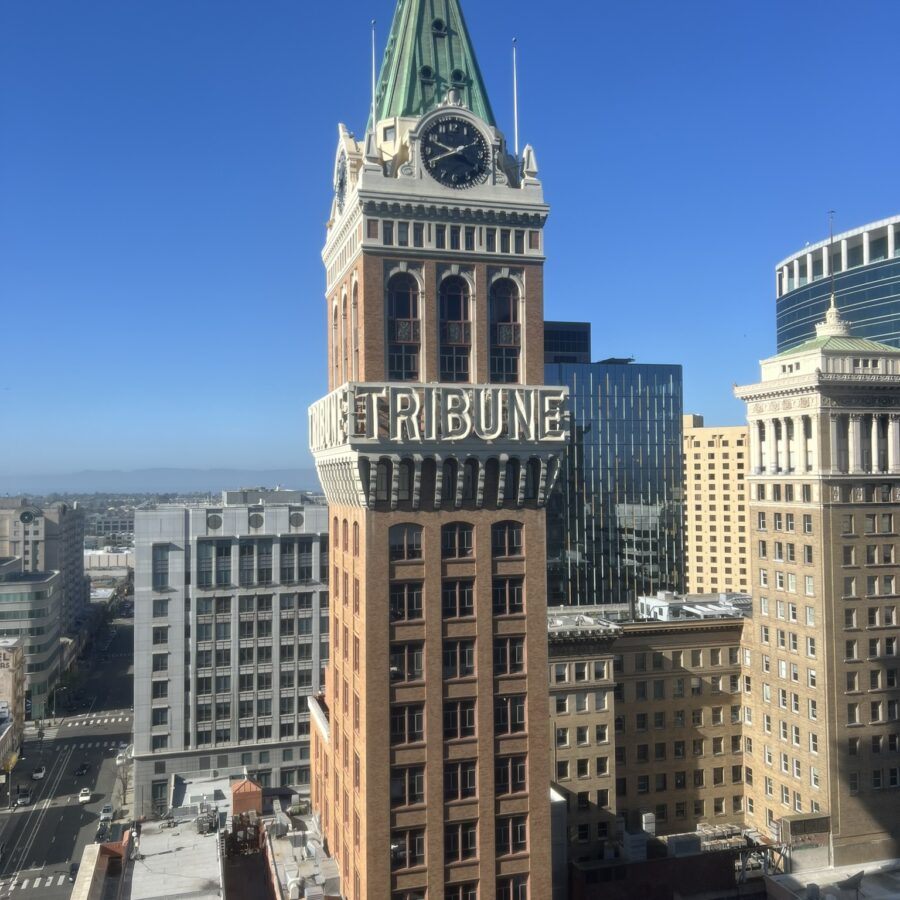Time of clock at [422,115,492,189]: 9:41
